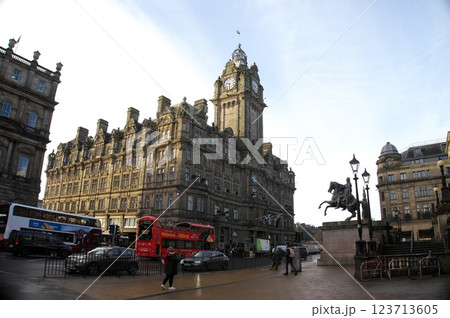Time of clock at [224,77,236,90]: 9:31
